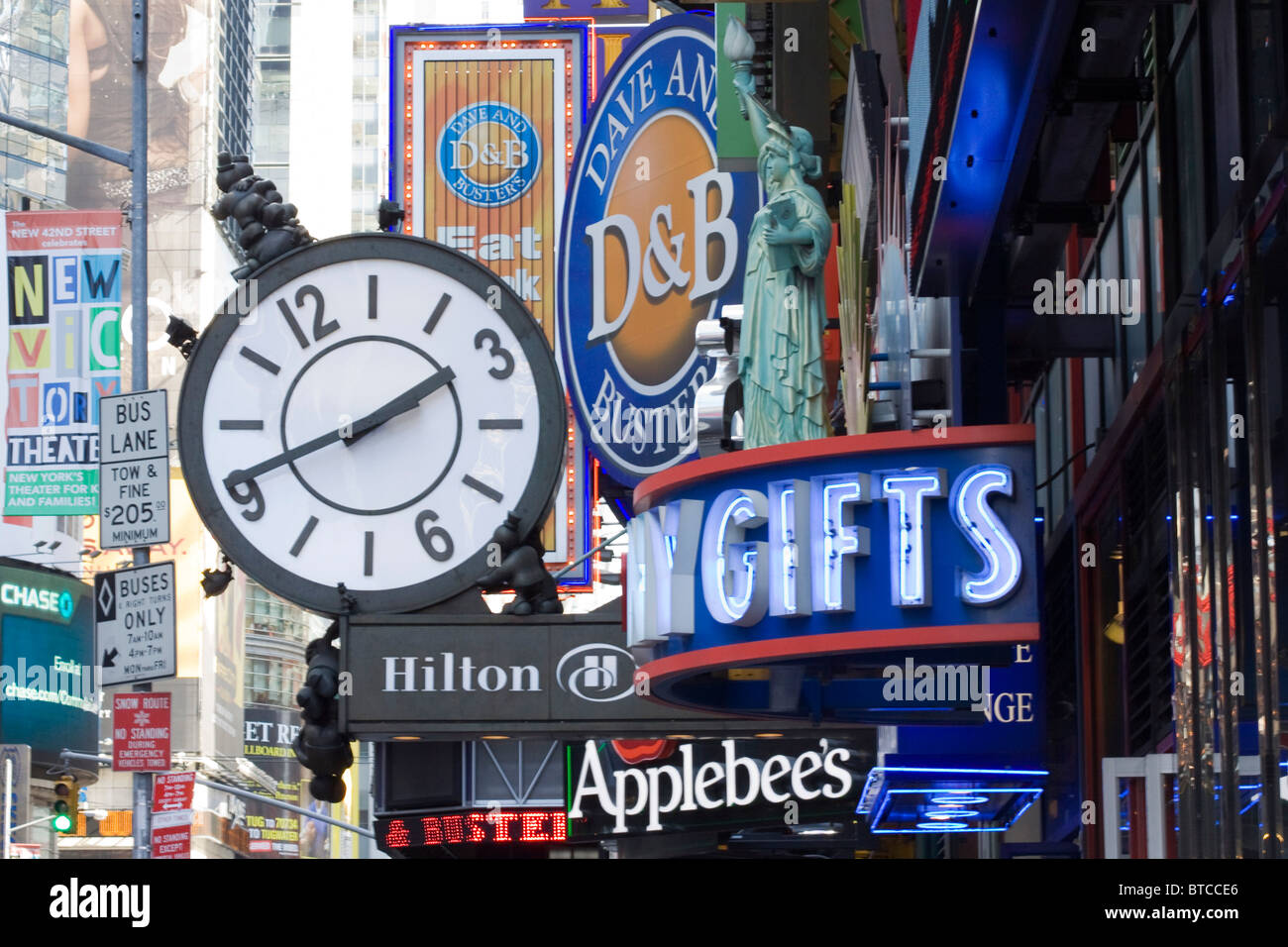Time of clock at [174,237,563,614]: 1:41
